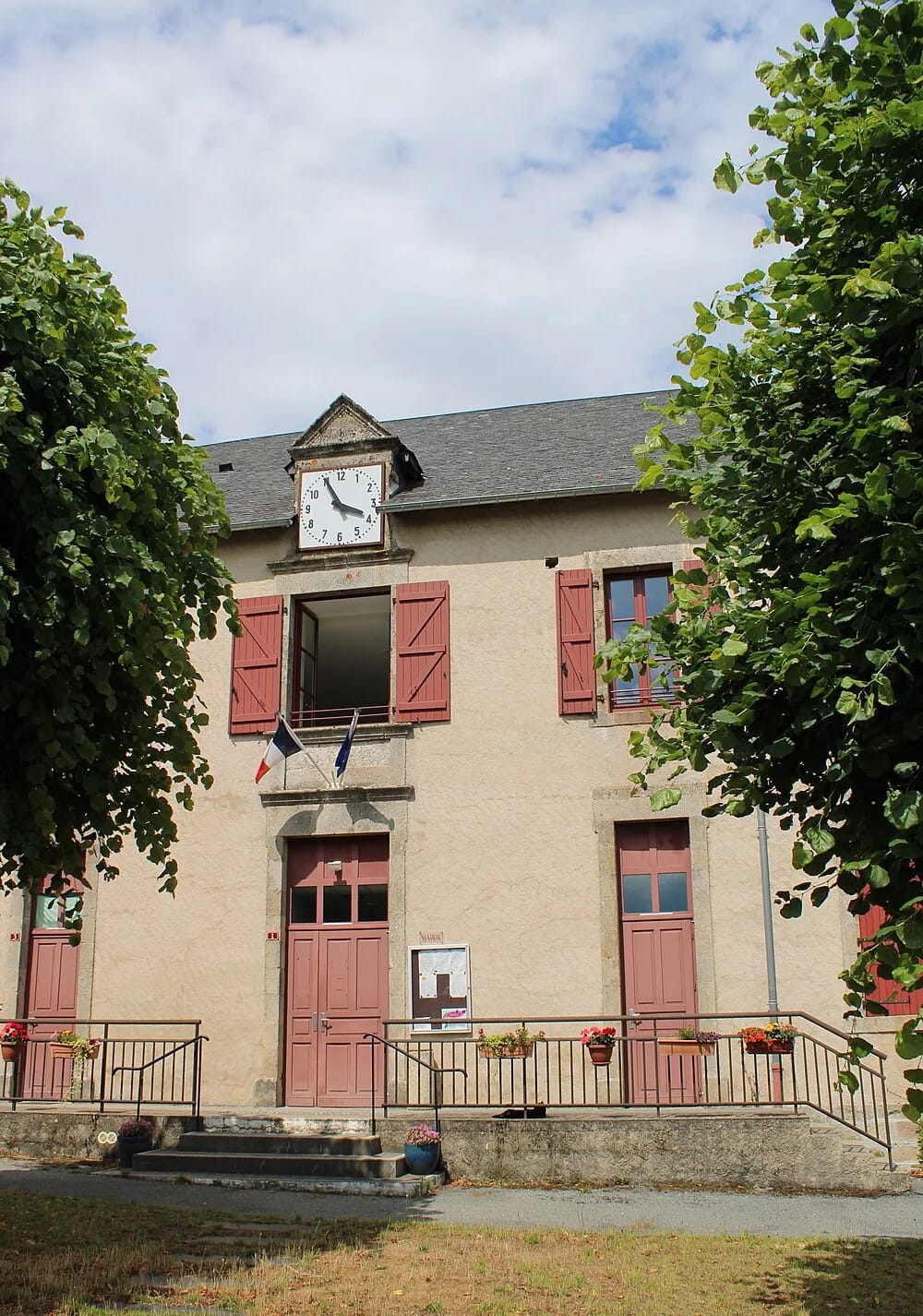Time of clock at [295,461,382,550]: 3:55
